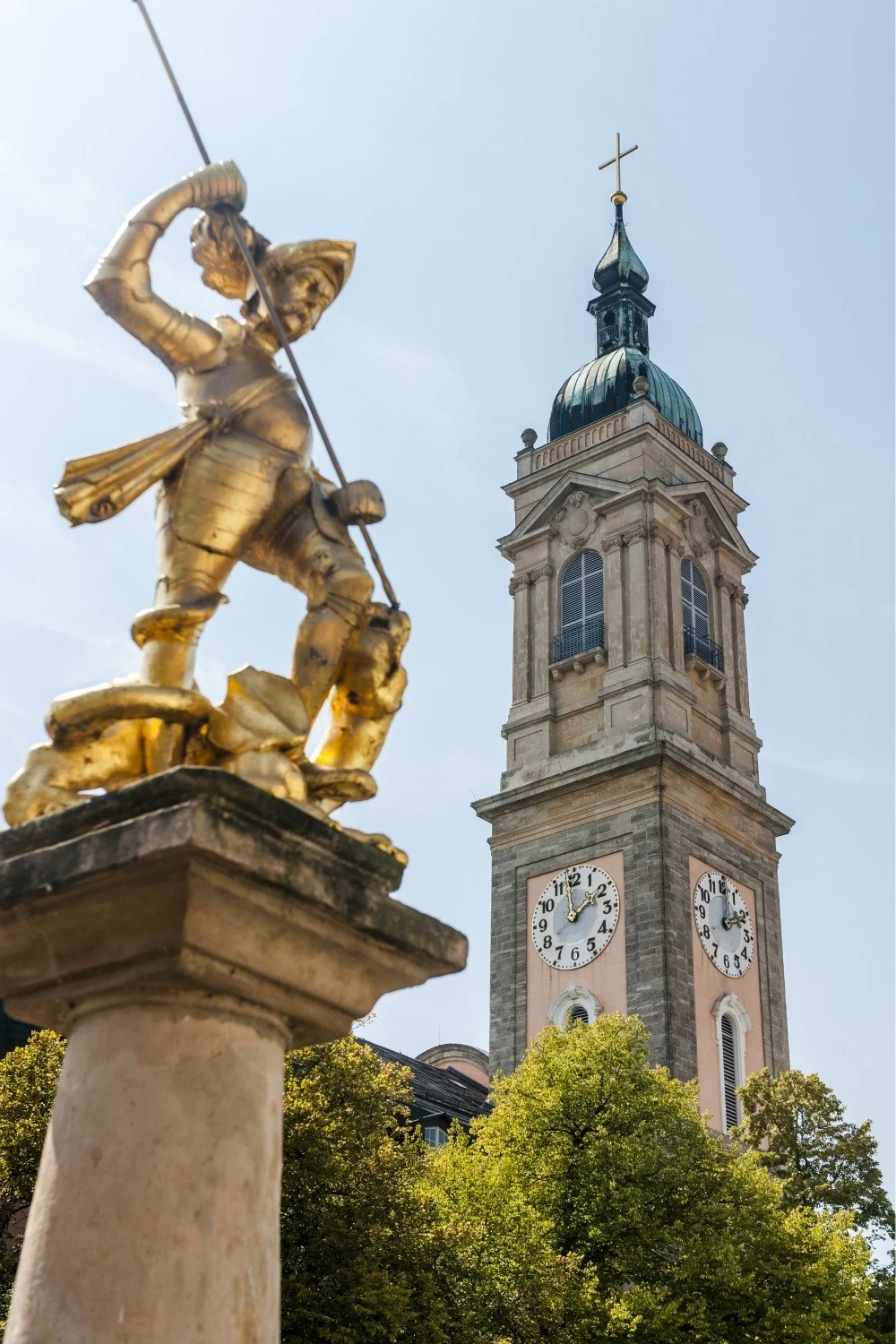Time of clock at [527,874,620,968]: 1:58
